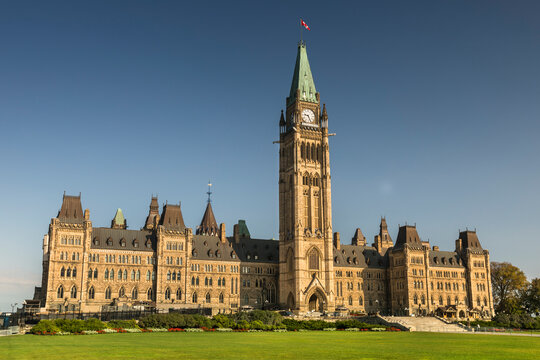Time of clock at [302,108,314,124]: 9:26
